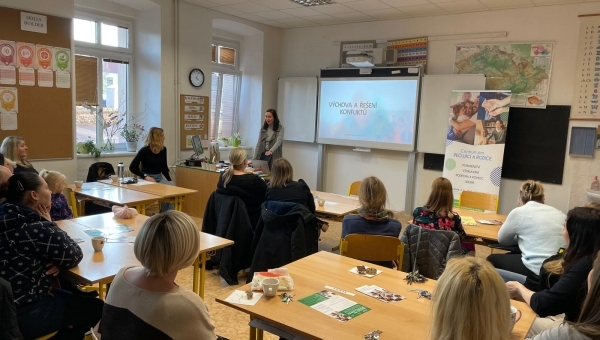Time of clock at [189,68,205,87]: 4:04
